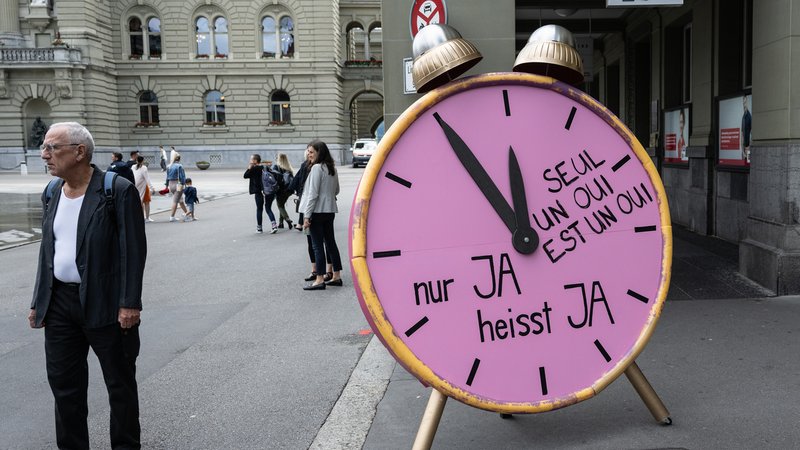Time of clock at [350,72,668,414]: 11:54
